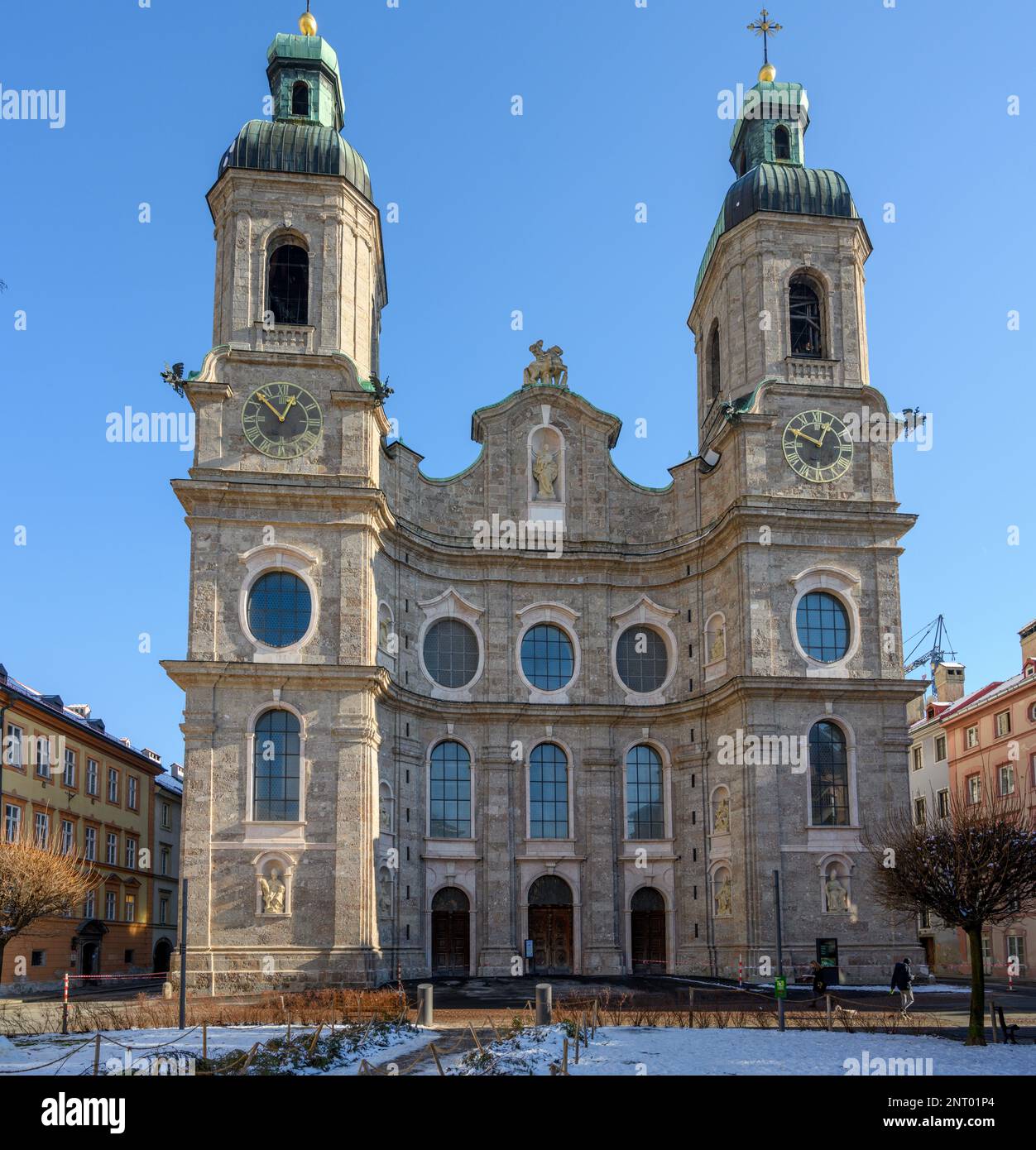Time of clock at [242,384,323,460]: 12:53
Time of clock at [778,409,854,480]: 12:49
